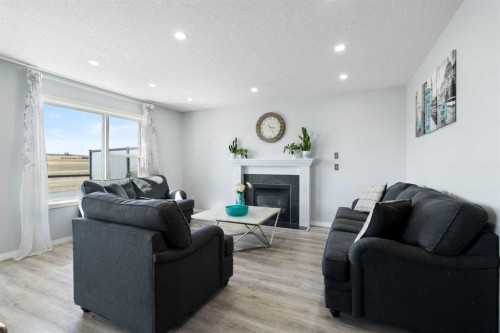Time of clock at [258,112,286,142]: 3:24
